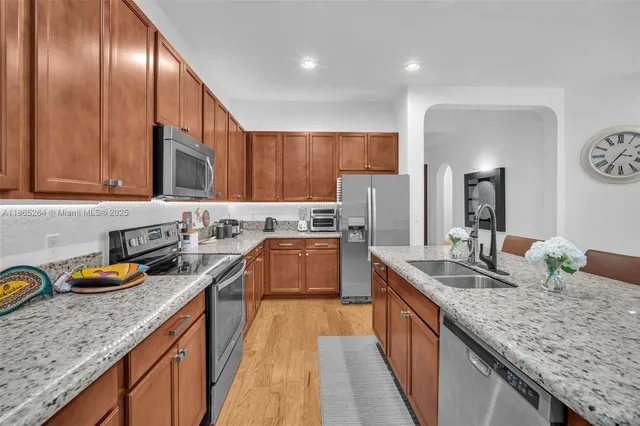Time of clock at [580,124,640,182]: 3:36
